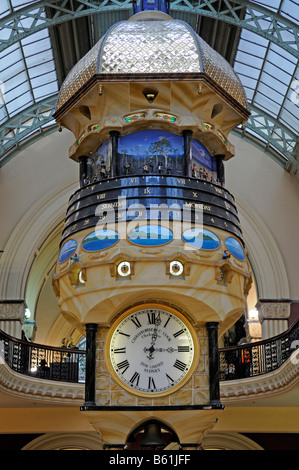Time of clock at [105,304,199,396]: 3:01
